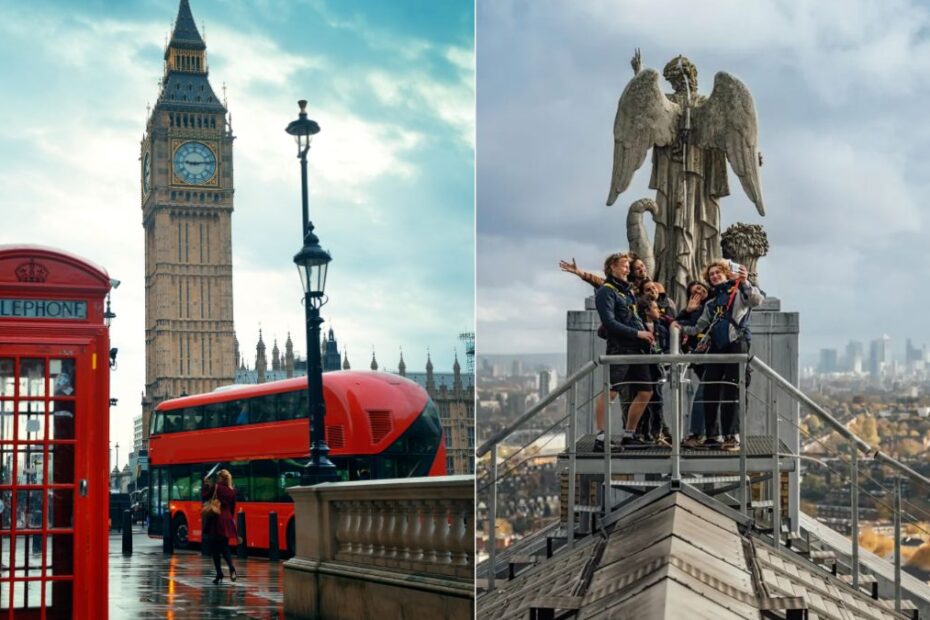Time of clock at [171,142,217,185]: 9:13
